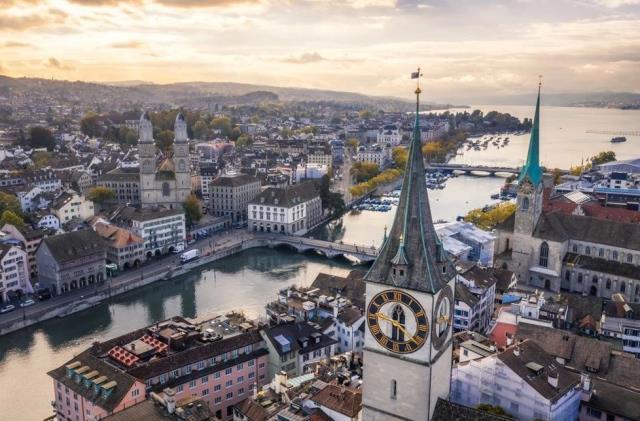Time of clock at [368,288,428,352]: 12:30
